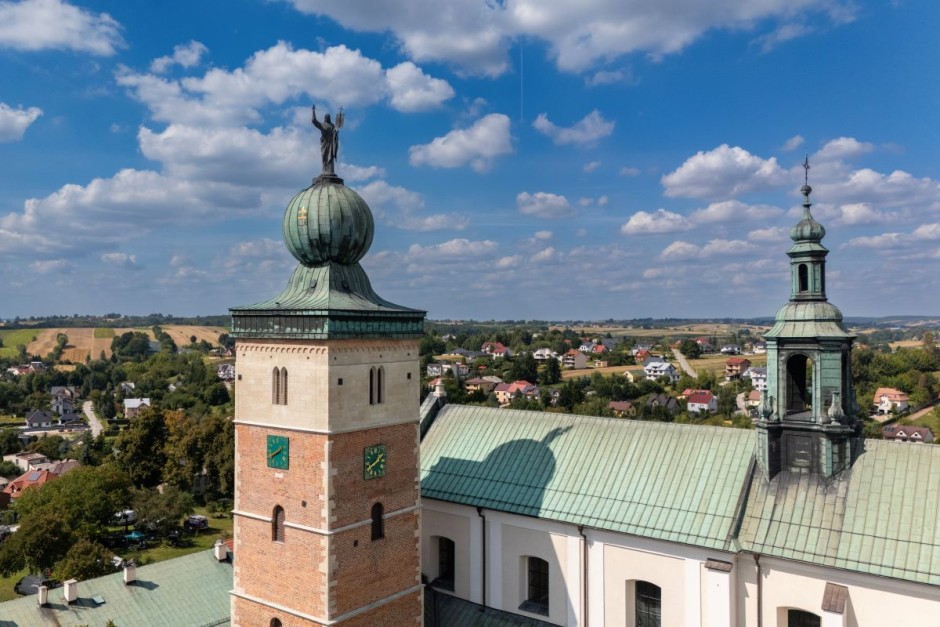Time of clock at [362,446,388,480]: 1:40
